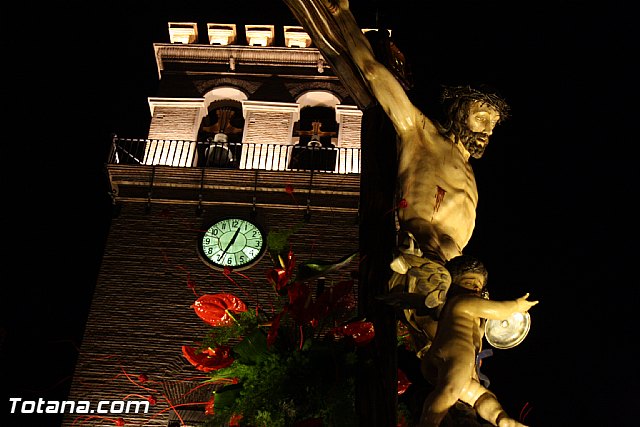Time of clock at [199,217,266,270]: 12:34
